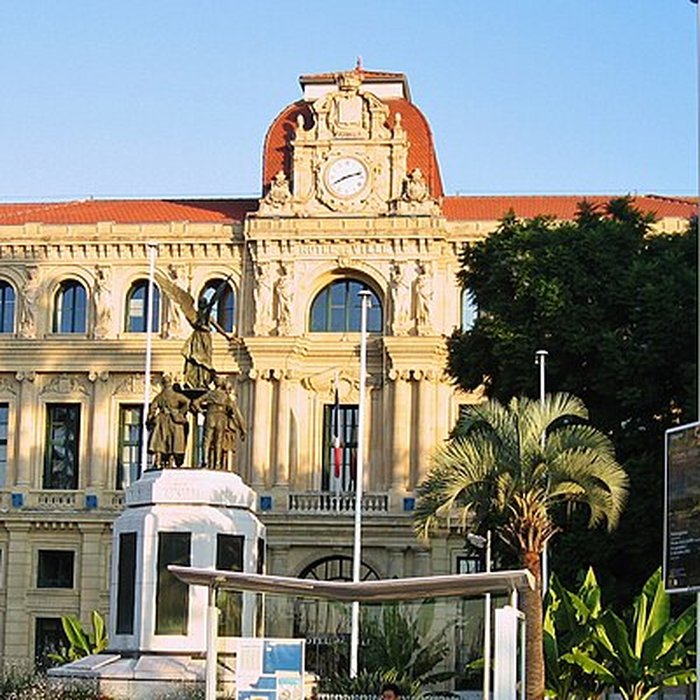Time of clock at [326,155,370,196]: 8:12
